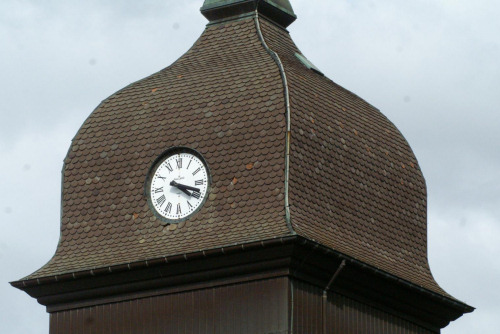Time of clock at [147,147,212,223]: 4:18
